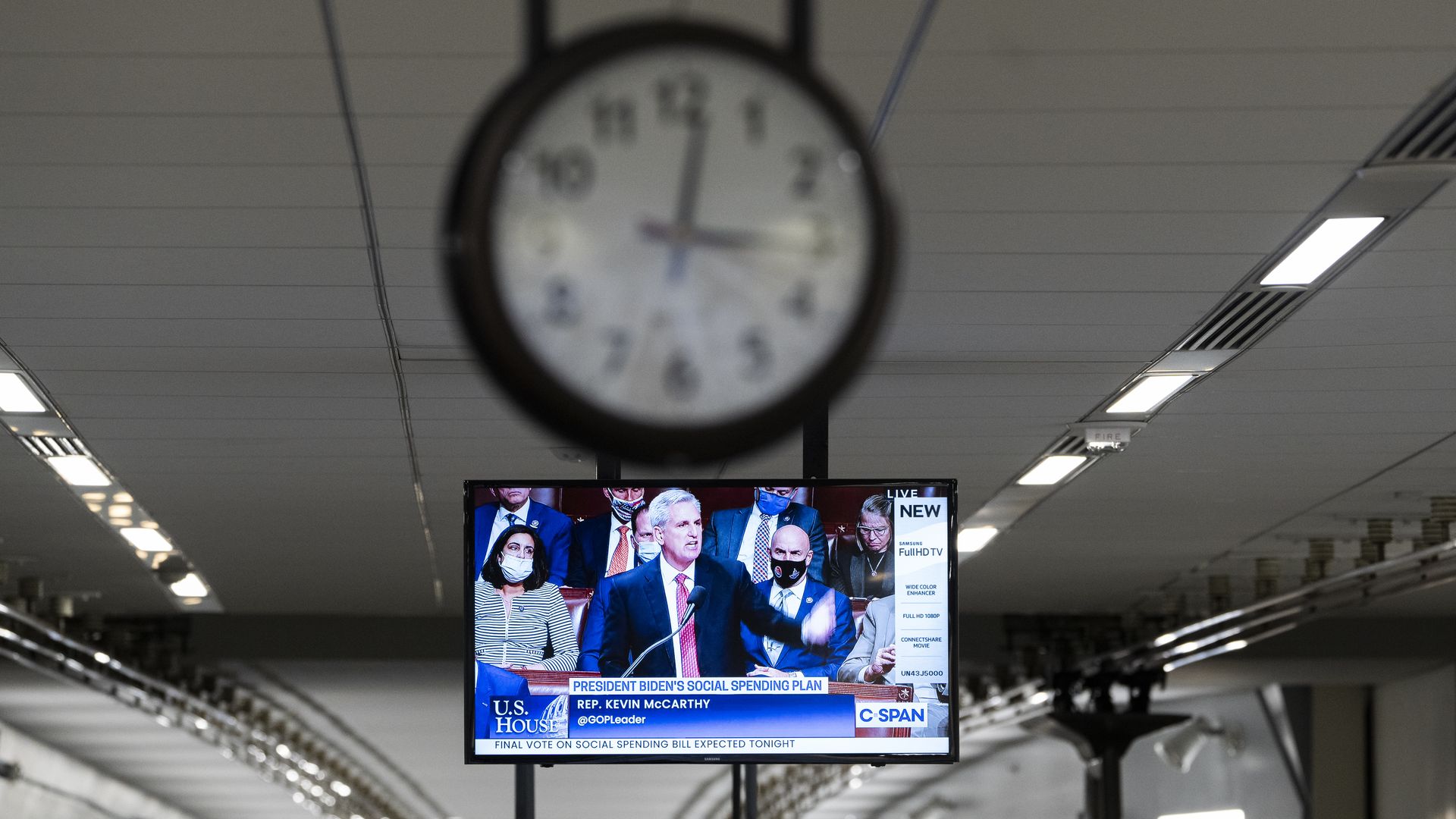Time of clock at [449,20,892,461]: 3:01
